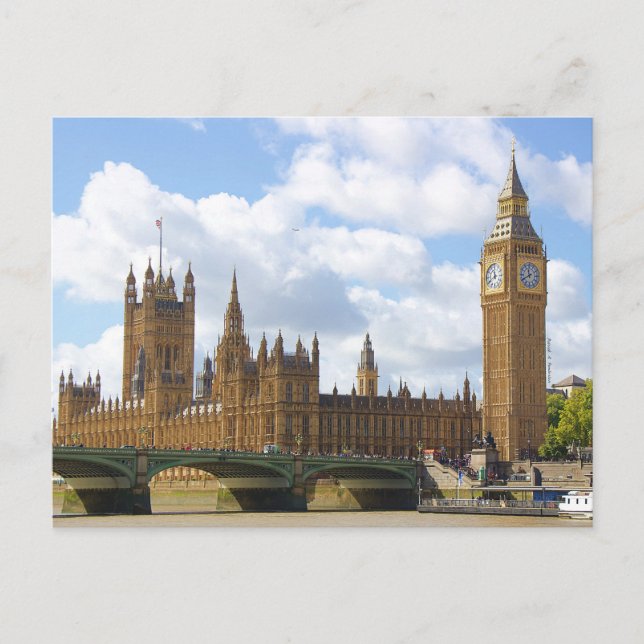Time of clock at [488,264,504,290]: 11:40
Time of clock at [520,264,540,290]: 11:40
